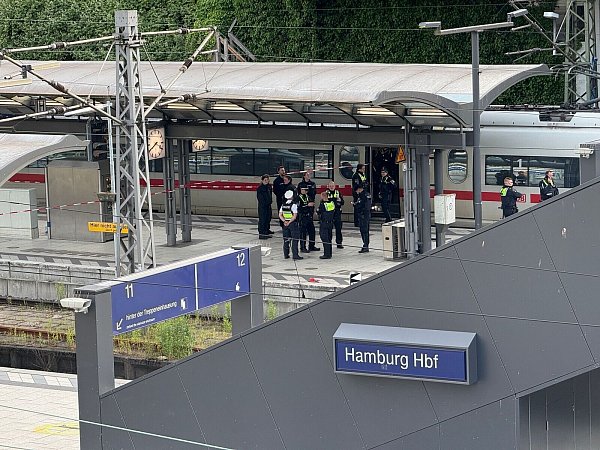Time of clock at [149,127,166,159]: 3:40
